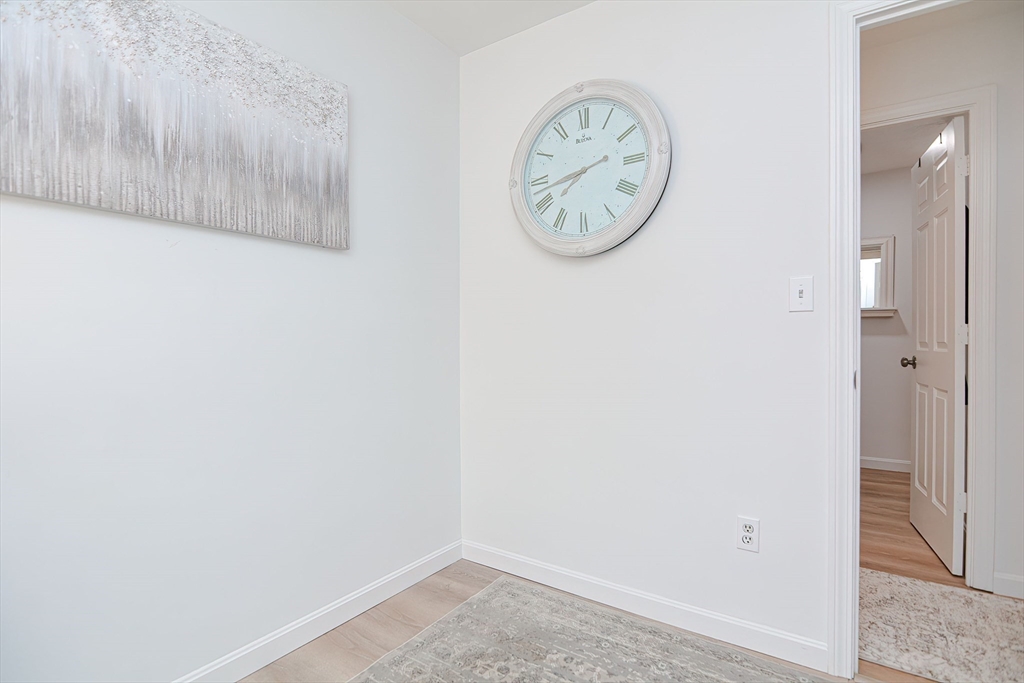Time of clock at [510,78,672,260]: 7:42
